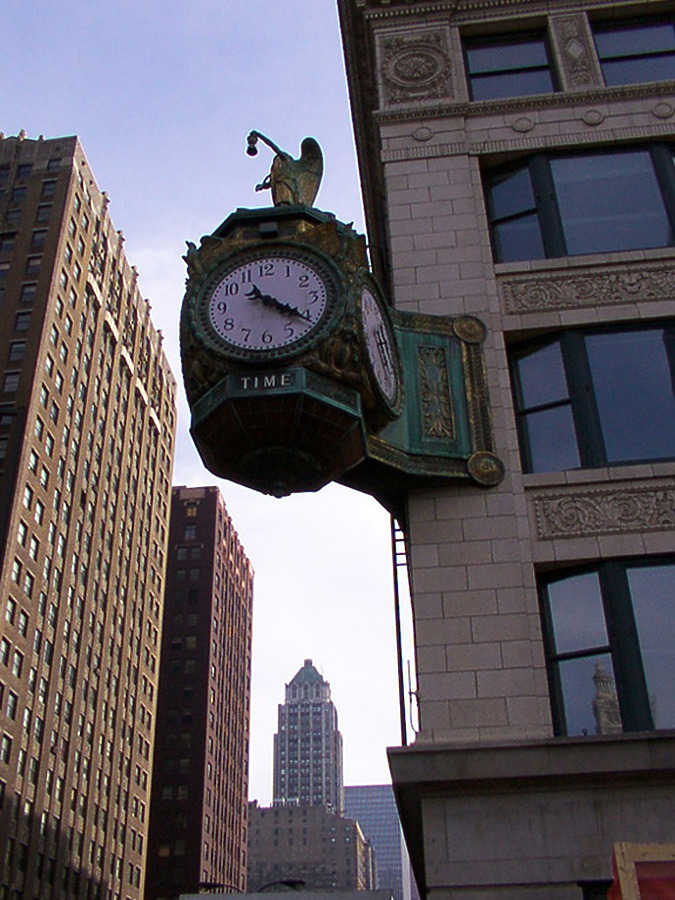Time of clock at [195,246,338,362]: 4:20
